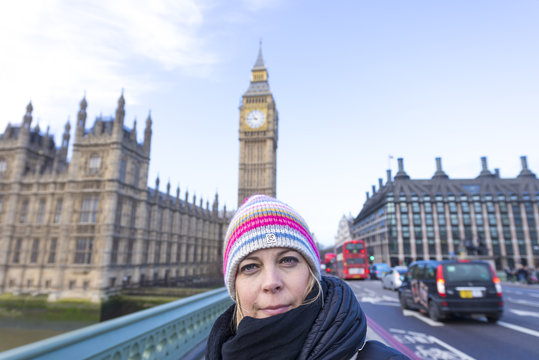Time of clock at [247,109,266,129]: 10:44
